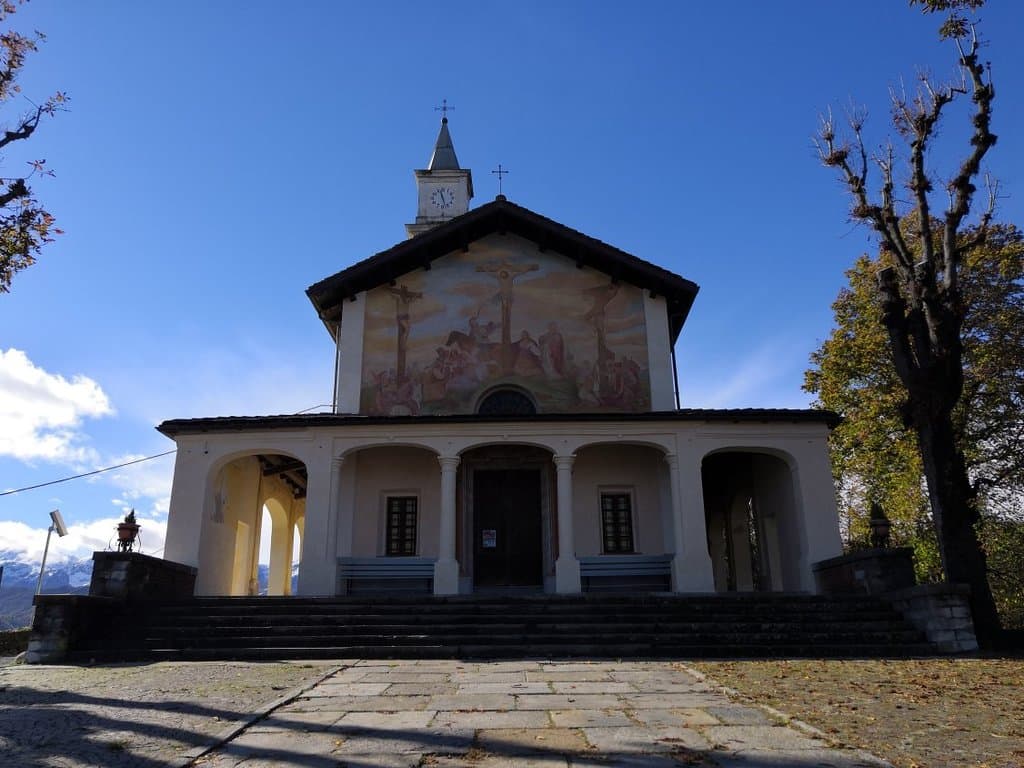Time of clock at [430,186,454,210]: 11:27
